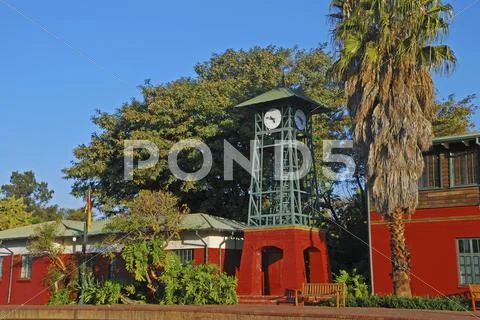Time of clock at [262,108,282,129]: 4:47
